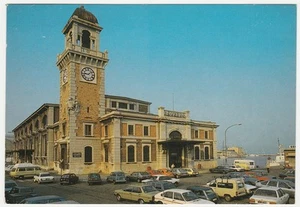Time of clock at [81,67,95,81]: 9:08
